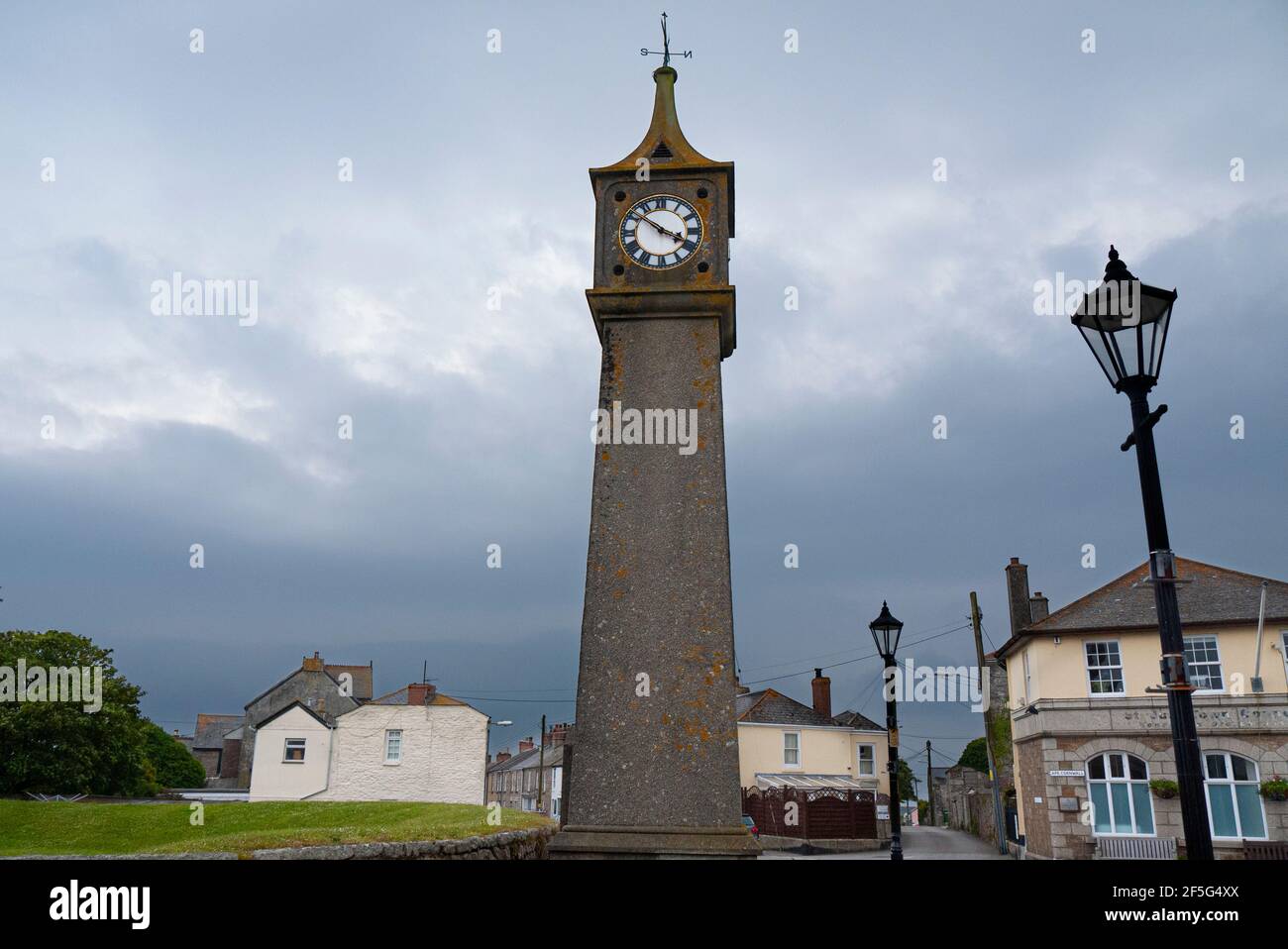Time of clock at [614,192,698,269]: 3:50
